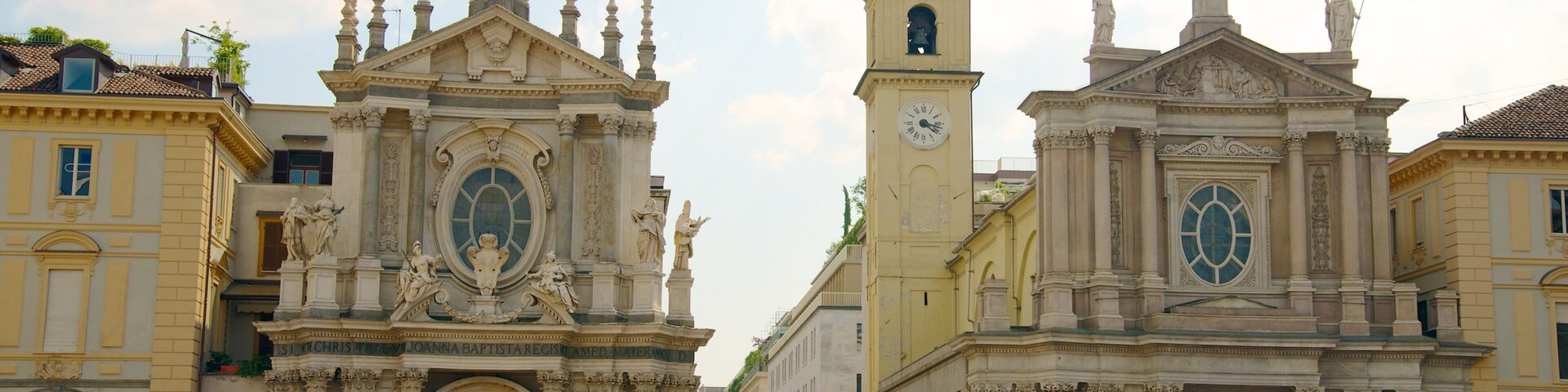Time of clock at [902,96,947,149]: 4:17
